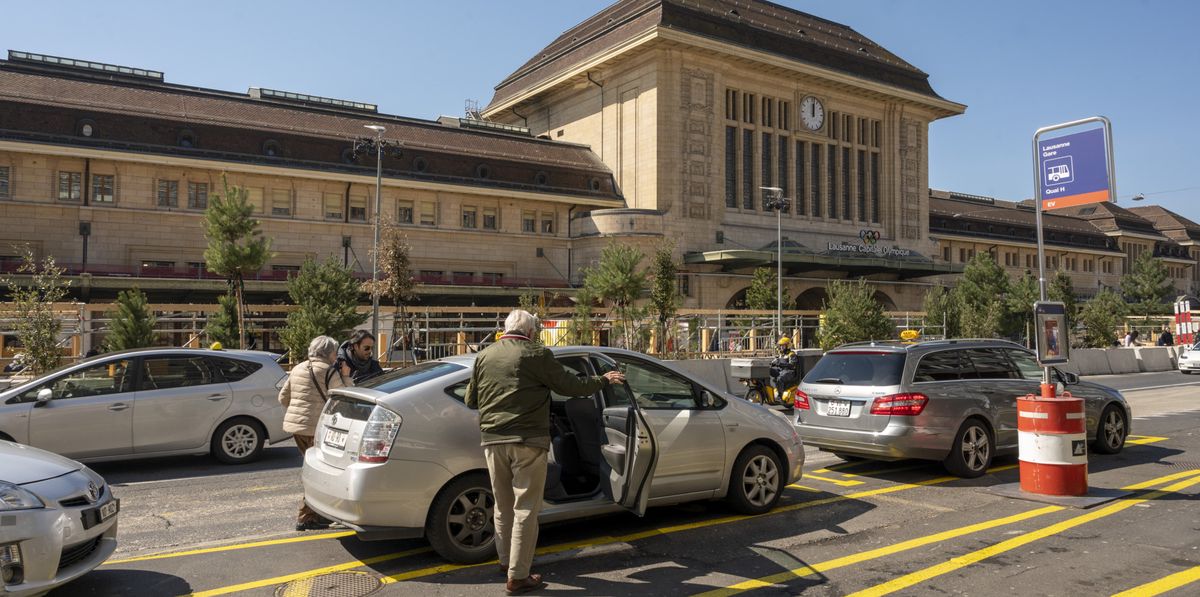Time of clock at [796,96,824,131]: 12:01
